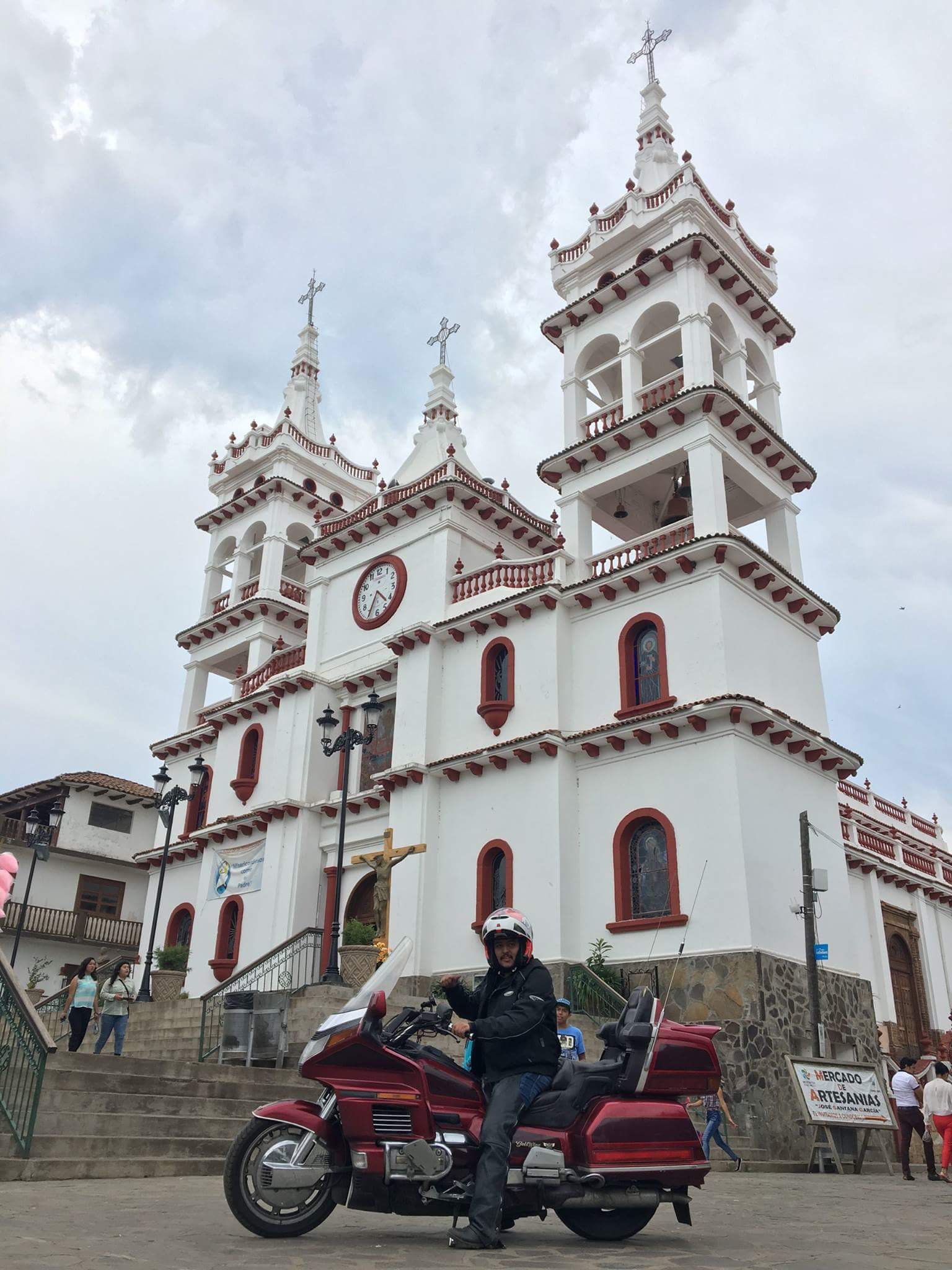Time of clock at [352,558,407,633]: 4:34
